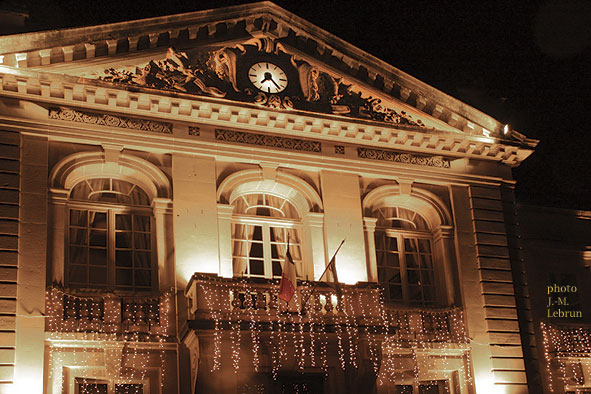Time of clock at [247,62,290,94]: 7:23
